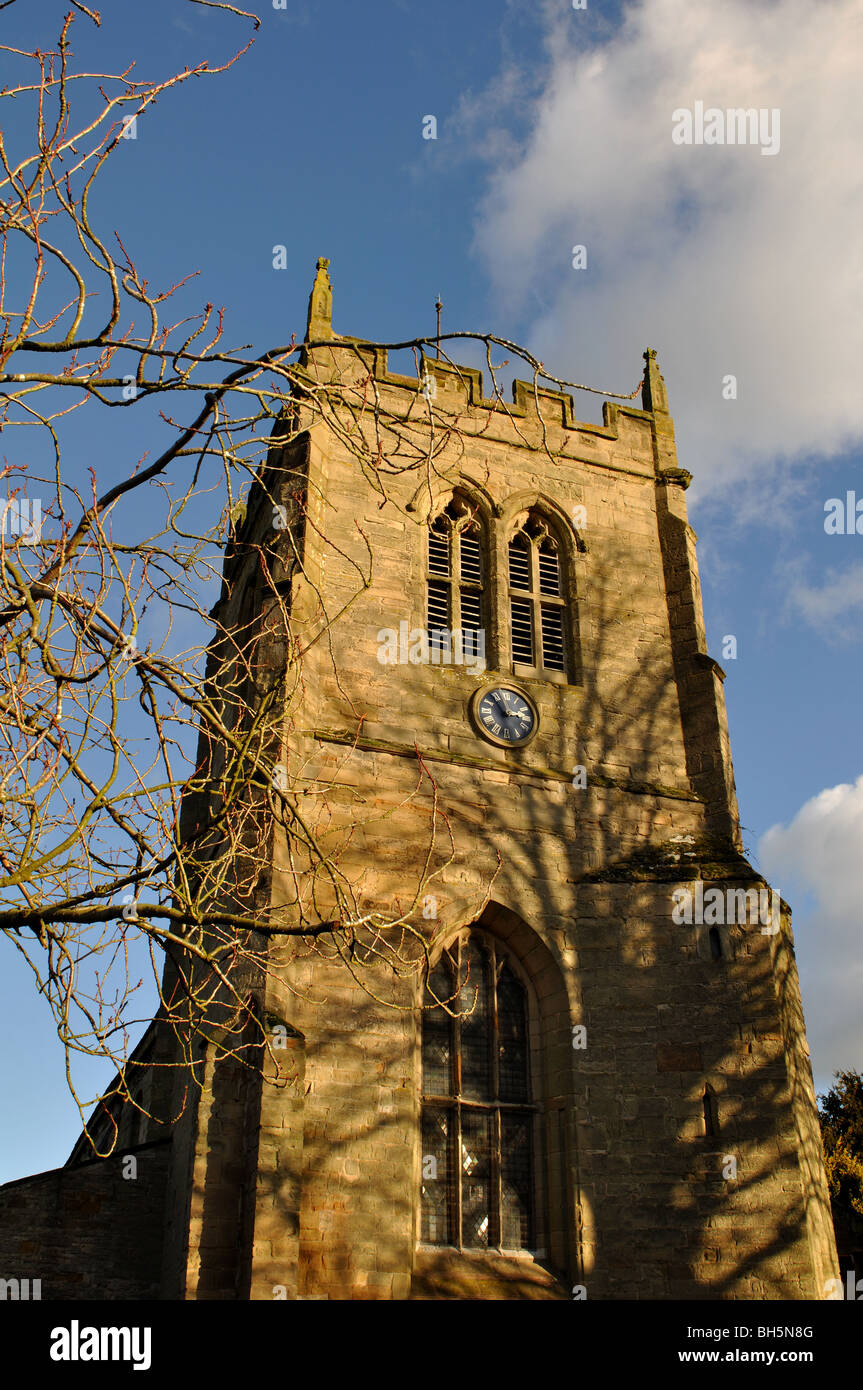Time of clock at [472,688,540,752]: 2:53
